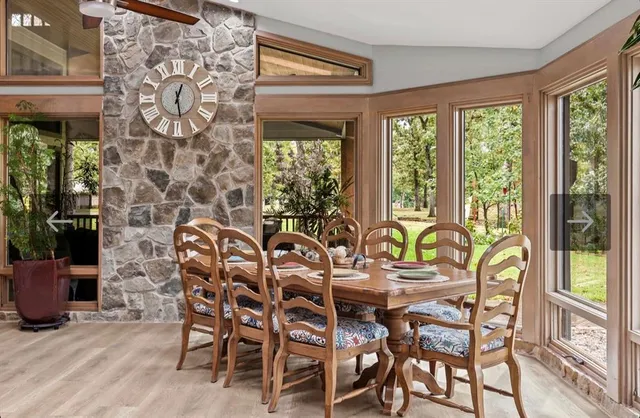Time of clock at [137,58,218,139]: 12:28
